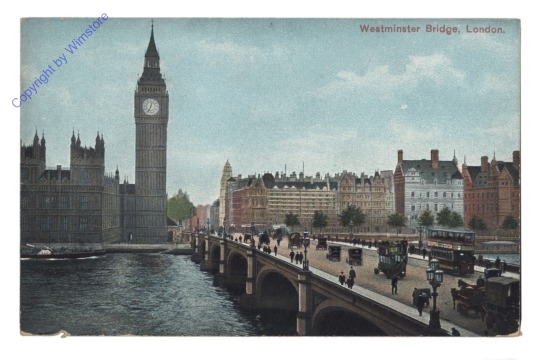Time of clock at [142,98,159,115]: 12:33
